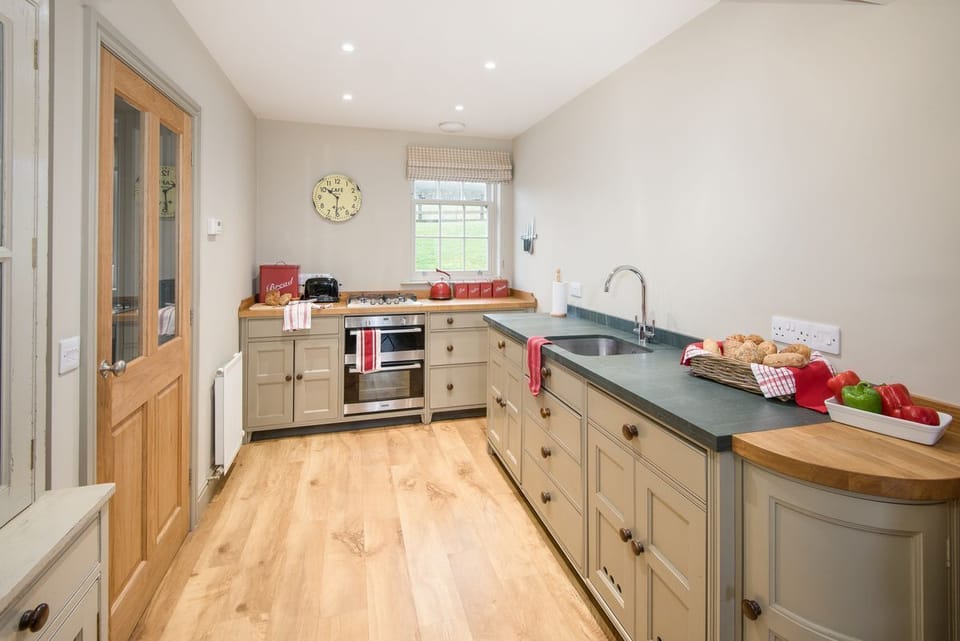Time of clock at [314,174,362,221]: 10:31
